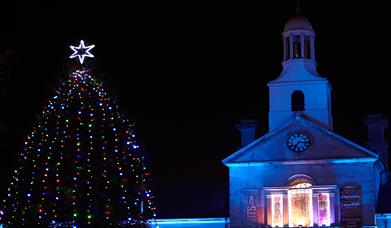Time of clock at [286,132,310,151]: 7:15
